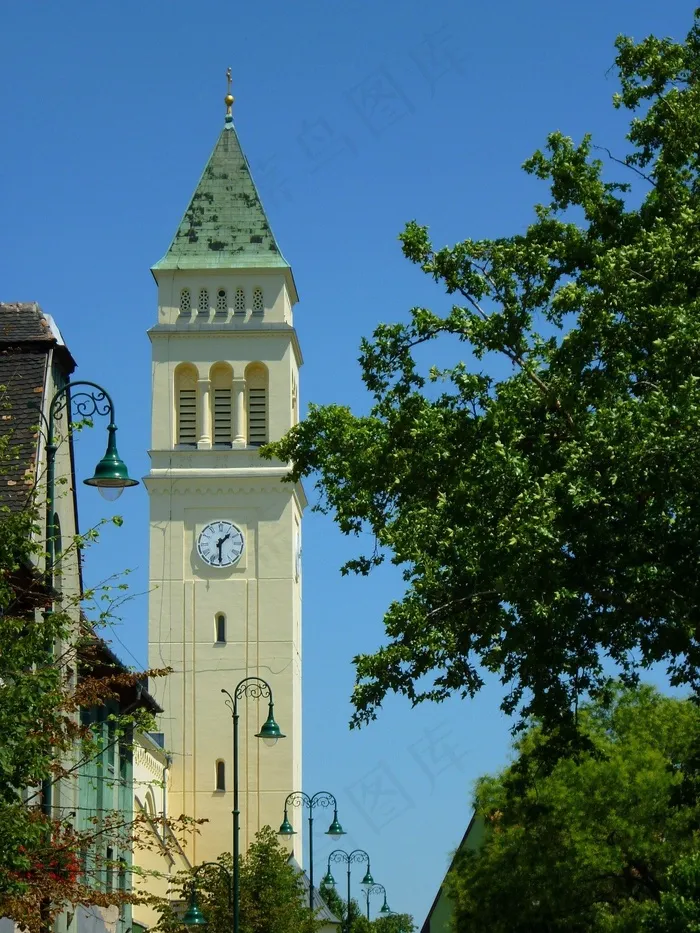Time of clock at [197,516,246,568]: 1:30
